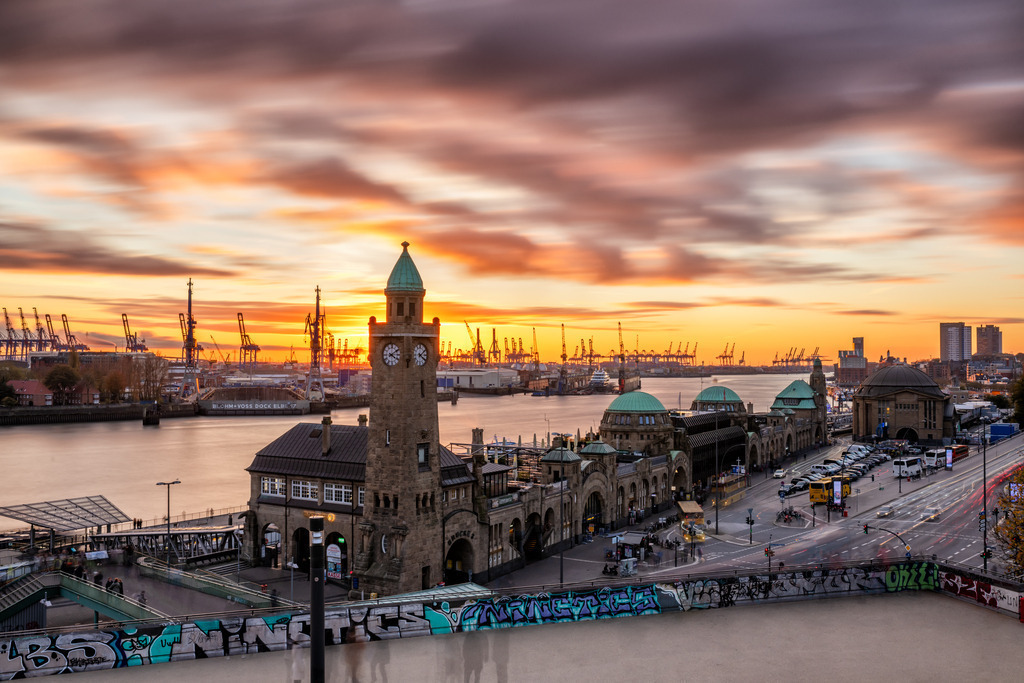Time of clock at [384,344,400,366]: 4:09
